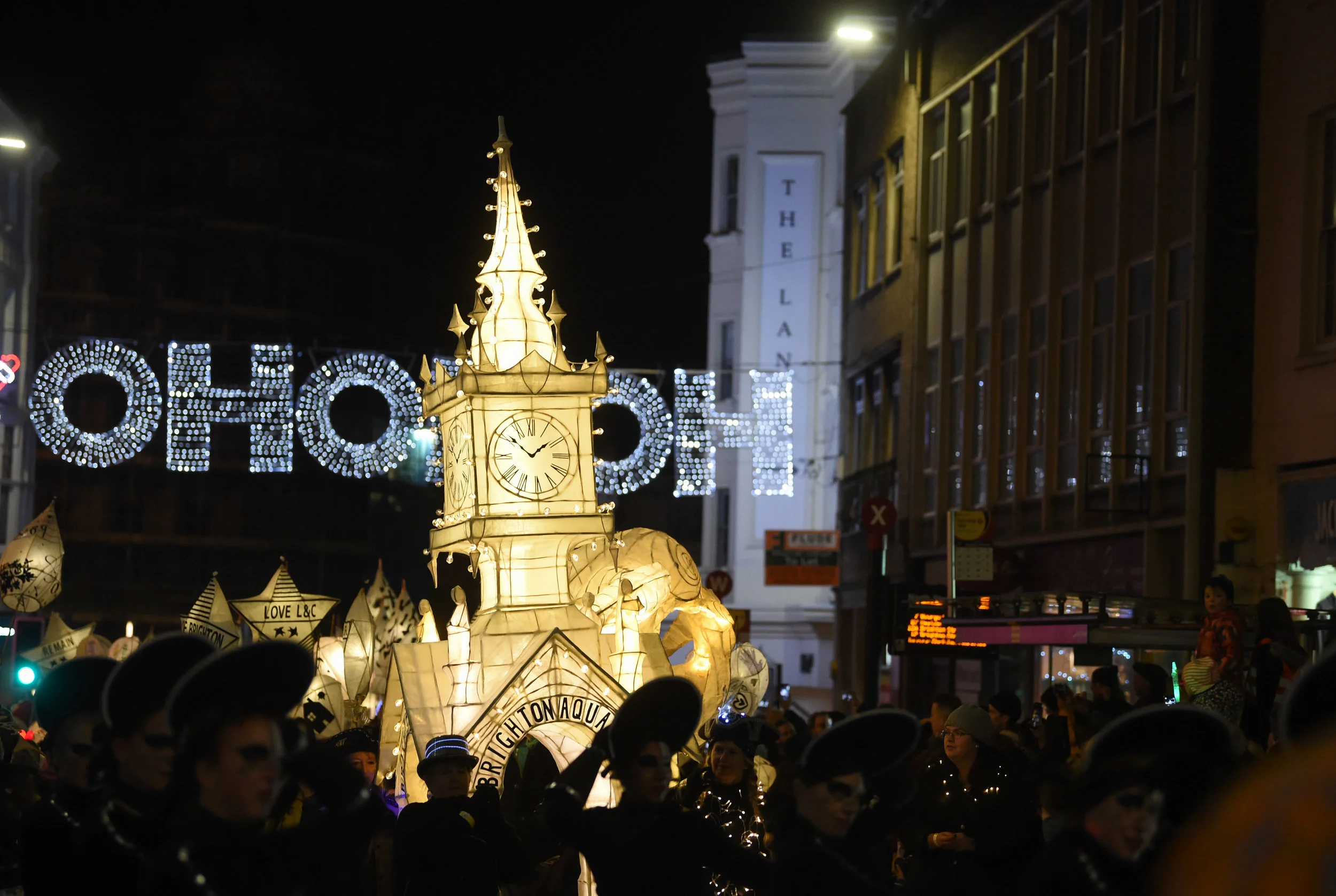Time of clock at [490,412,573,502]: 1:51
